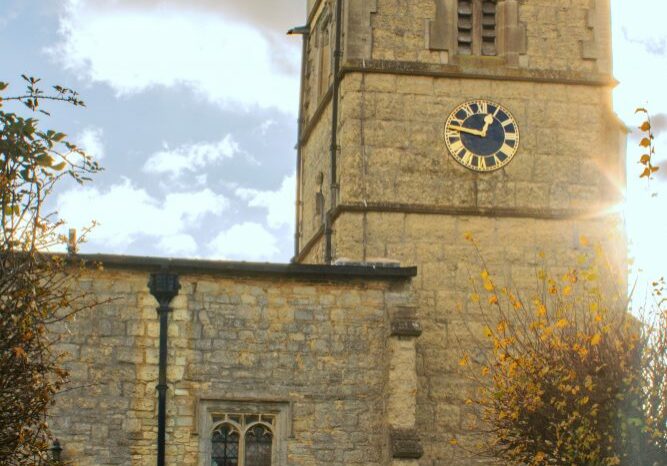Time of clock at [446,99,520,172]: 12:46
